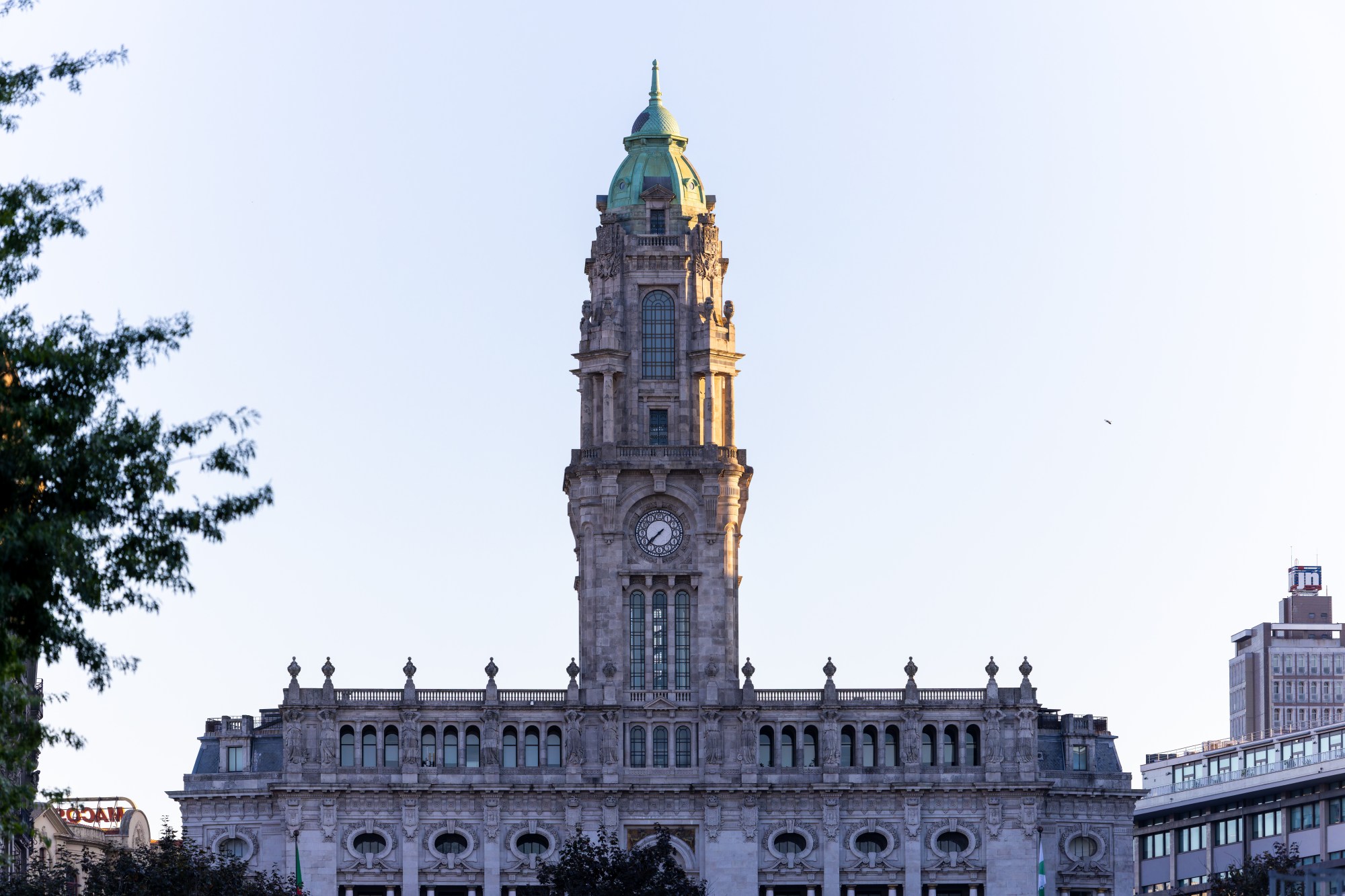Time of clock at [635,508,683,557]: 7:37
